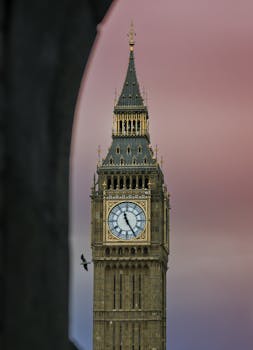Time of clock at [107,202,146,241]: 11:25
